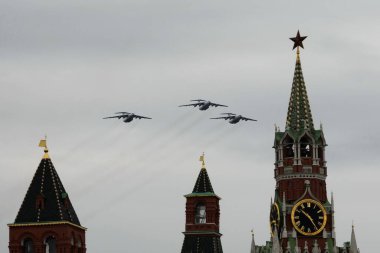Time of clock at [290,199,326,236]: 10:24
